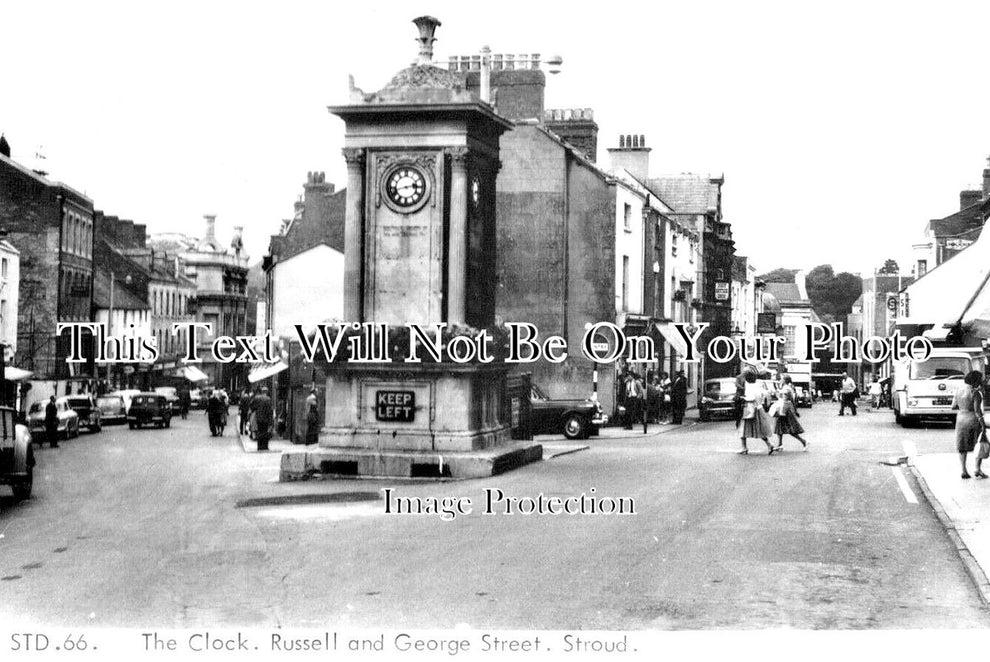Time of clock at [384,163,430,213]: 2:42
